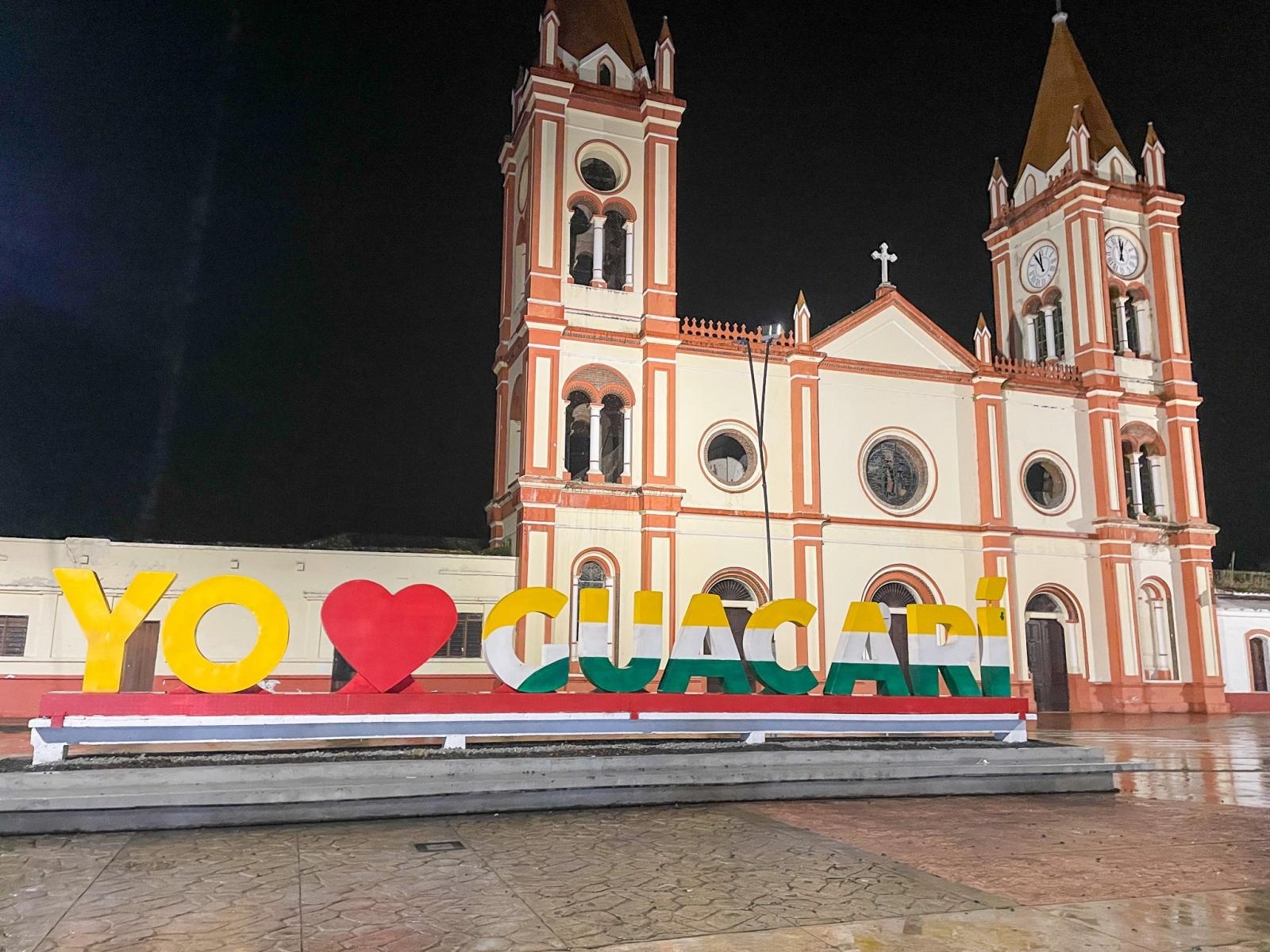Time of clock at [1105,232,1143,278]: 12:02
